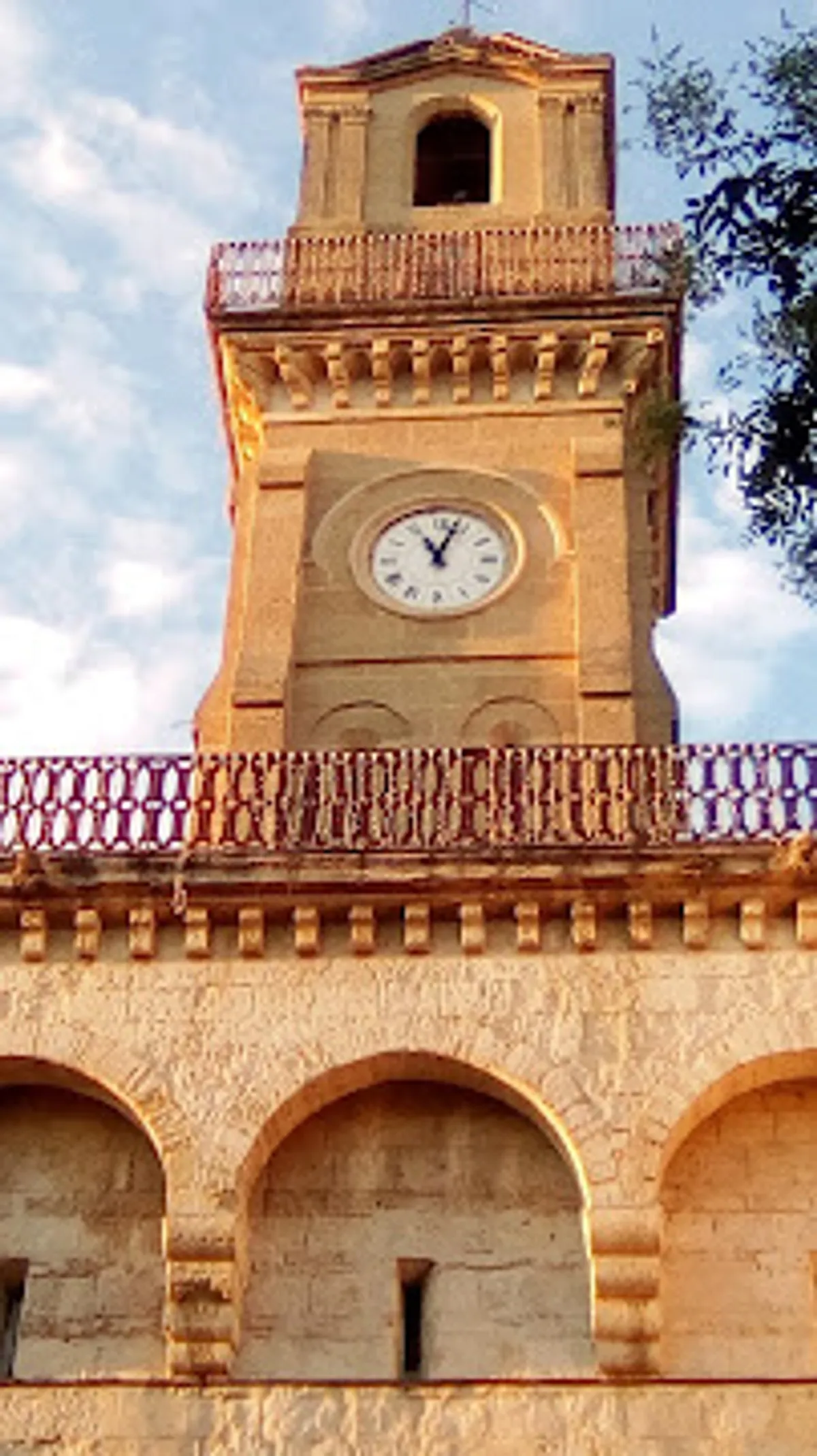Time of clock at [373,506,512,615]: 11:03
